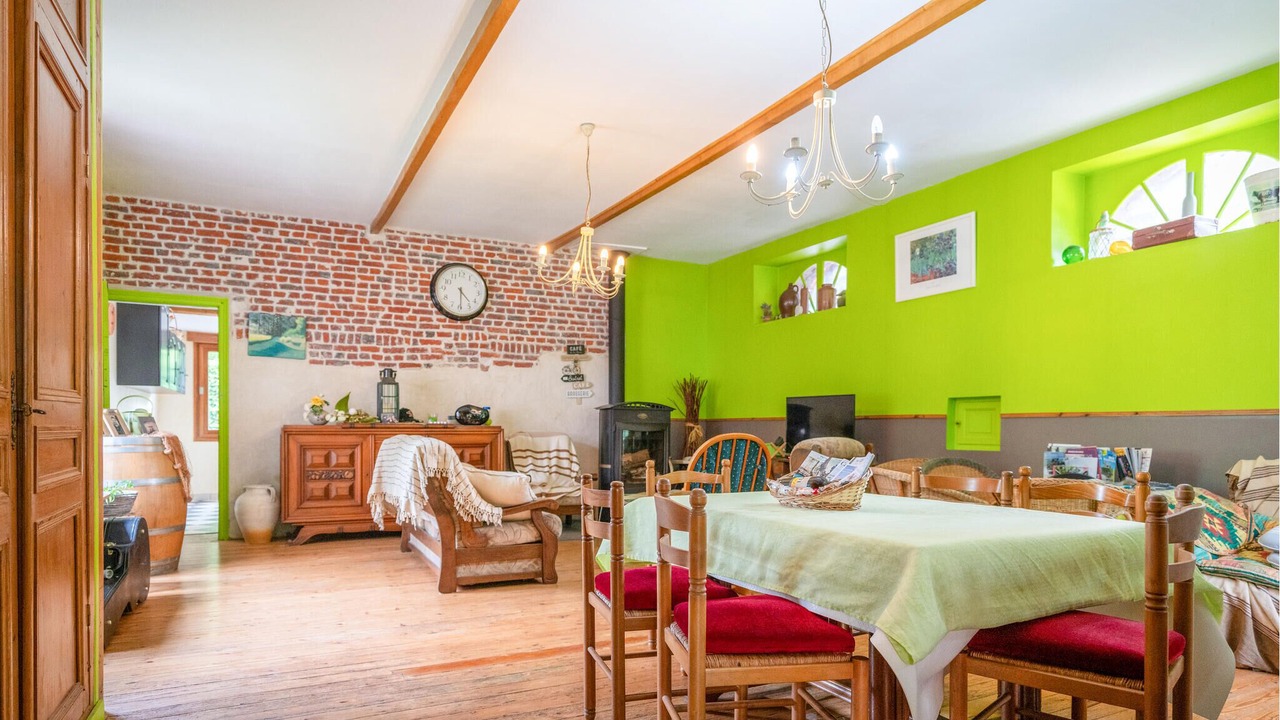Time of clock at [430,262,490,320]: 4:29
